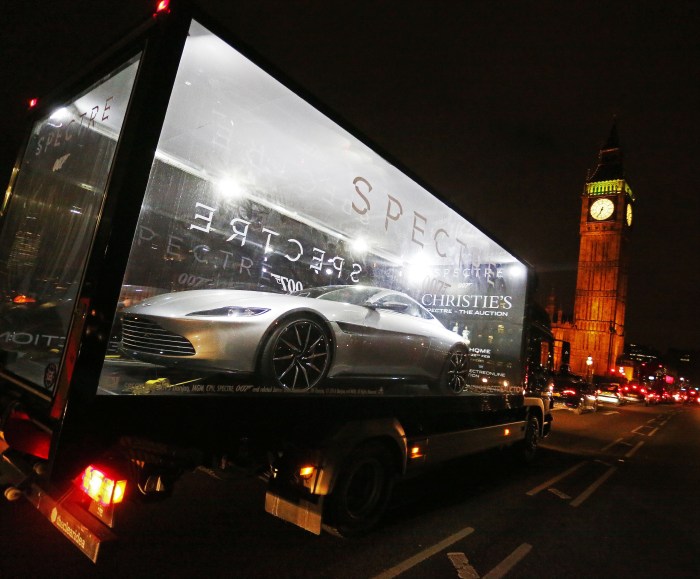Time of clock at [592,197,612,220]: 6:34
